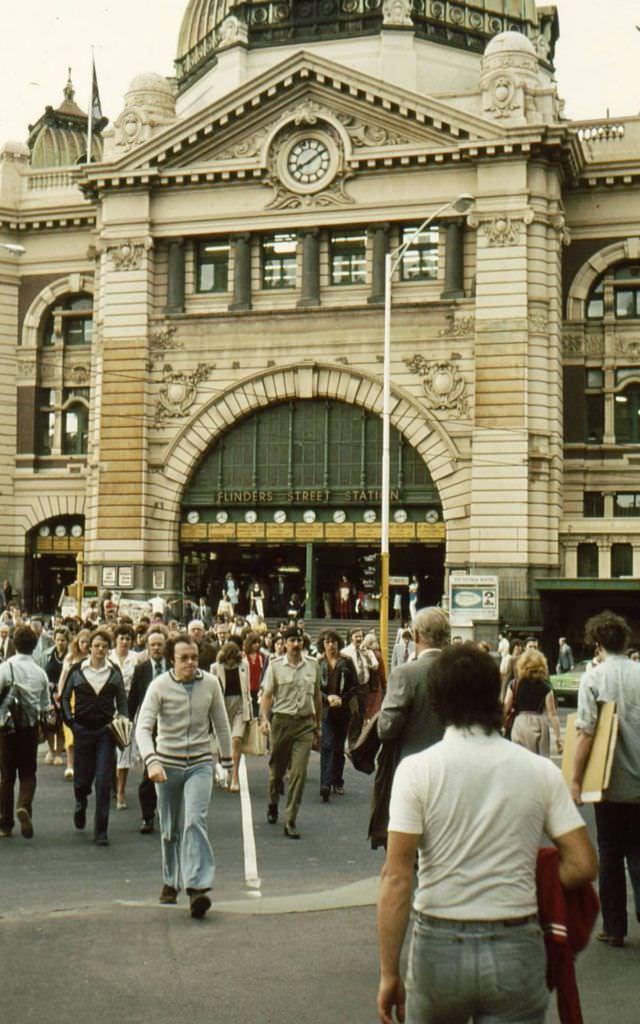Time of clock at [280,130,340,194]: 8:09
